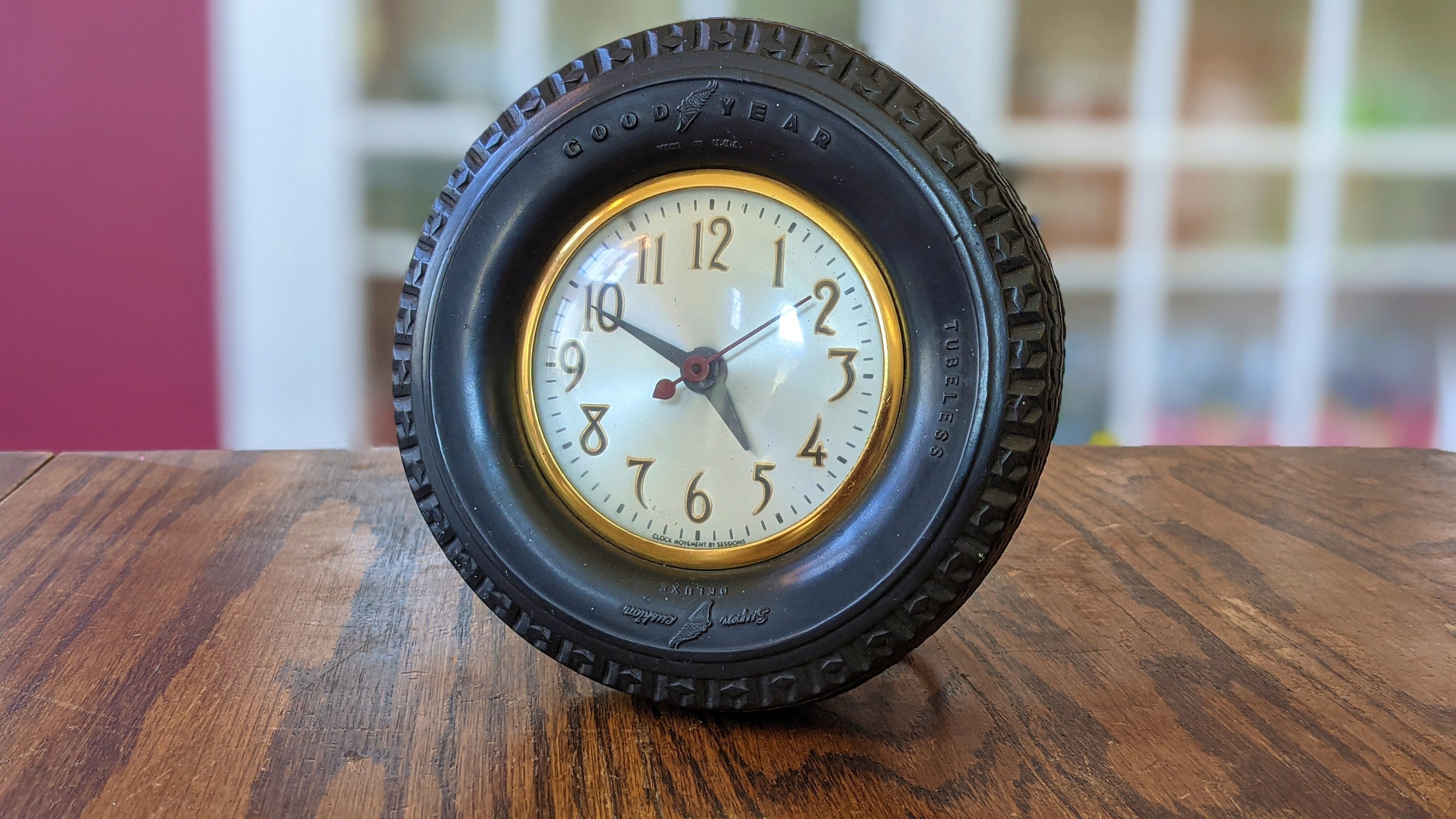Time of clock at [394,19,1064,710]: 4:49
